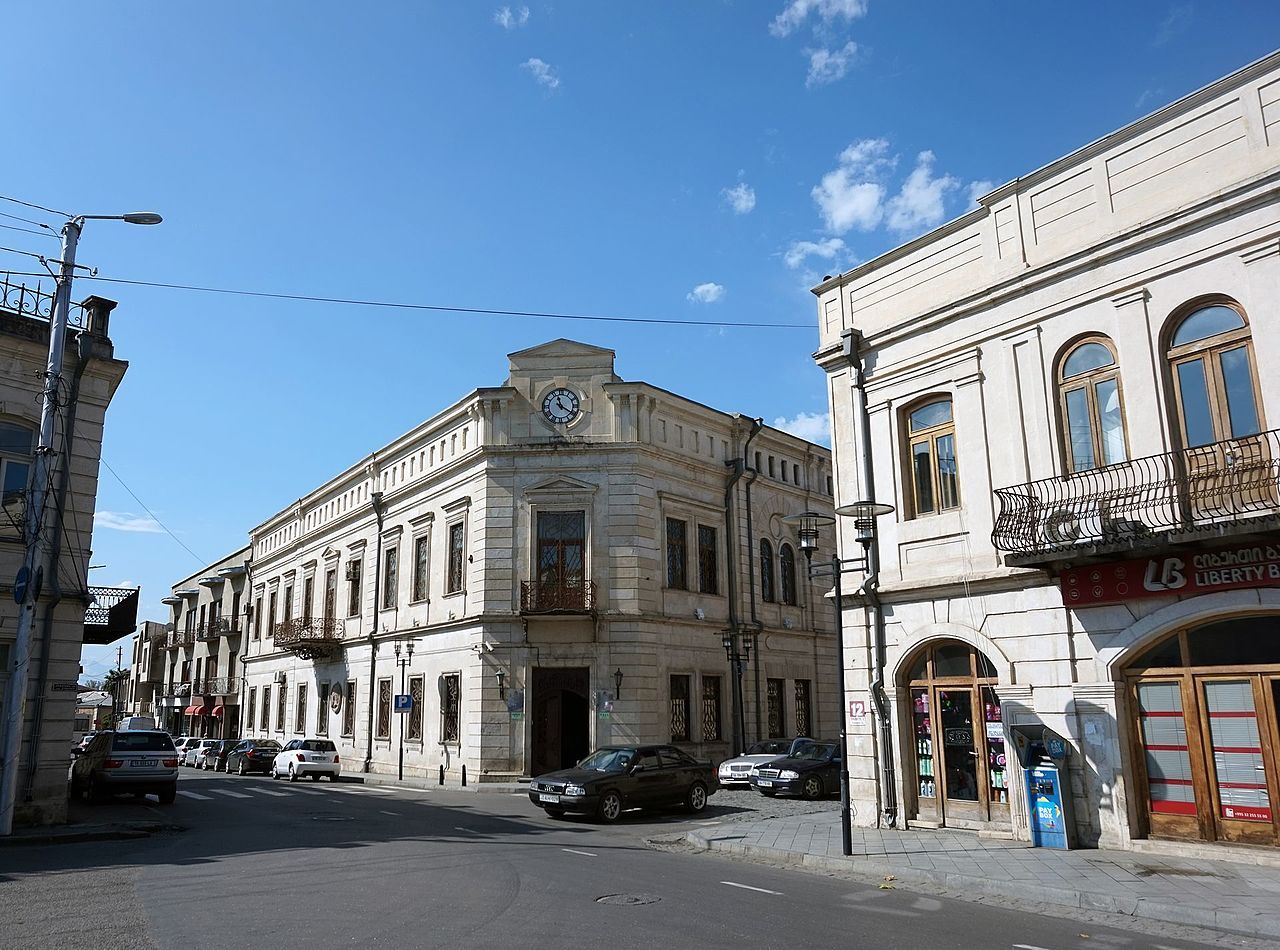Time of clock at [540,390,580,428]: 11:20
